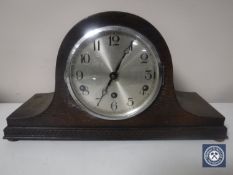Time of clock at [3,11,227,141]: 7:04
